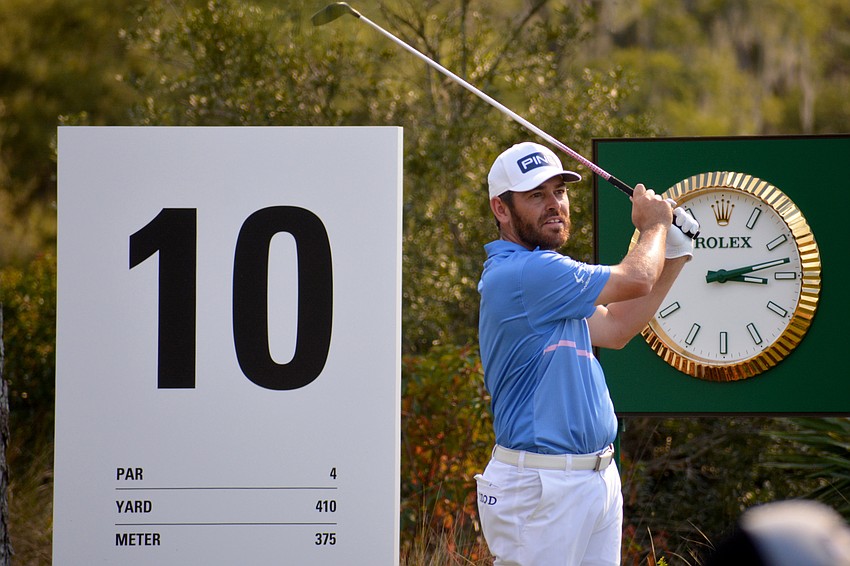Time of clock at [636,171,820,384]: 3:12
